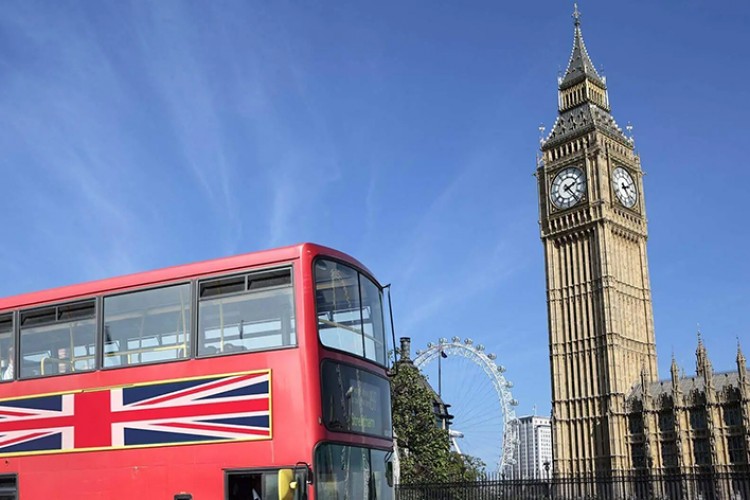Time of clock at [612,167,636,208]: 2:23
